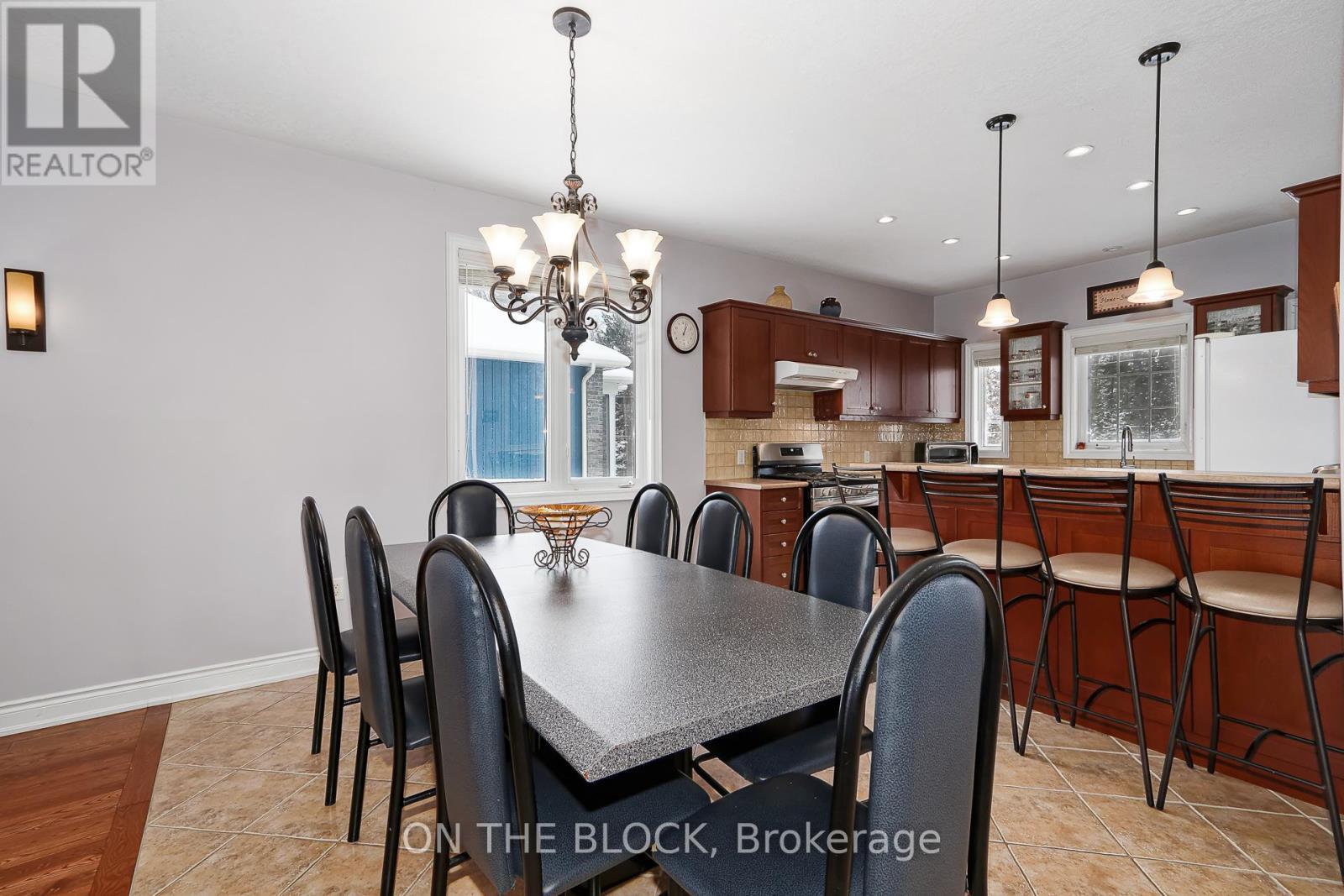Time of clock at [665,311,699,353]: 1:02
